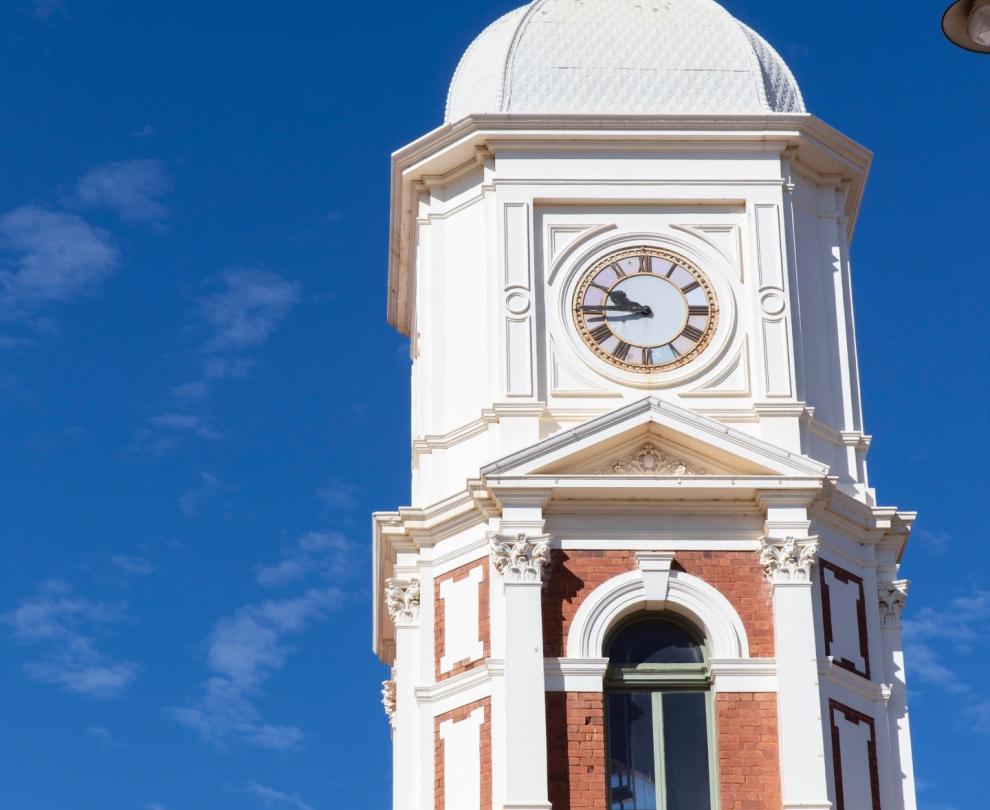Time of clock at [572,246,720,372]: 9:44
